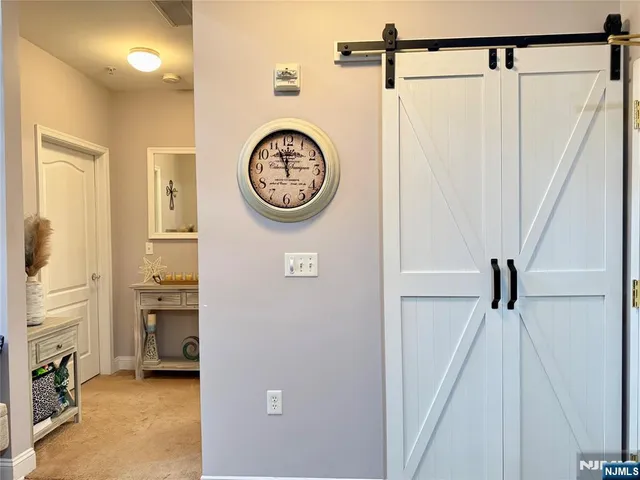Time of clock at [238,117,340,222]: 11:56
